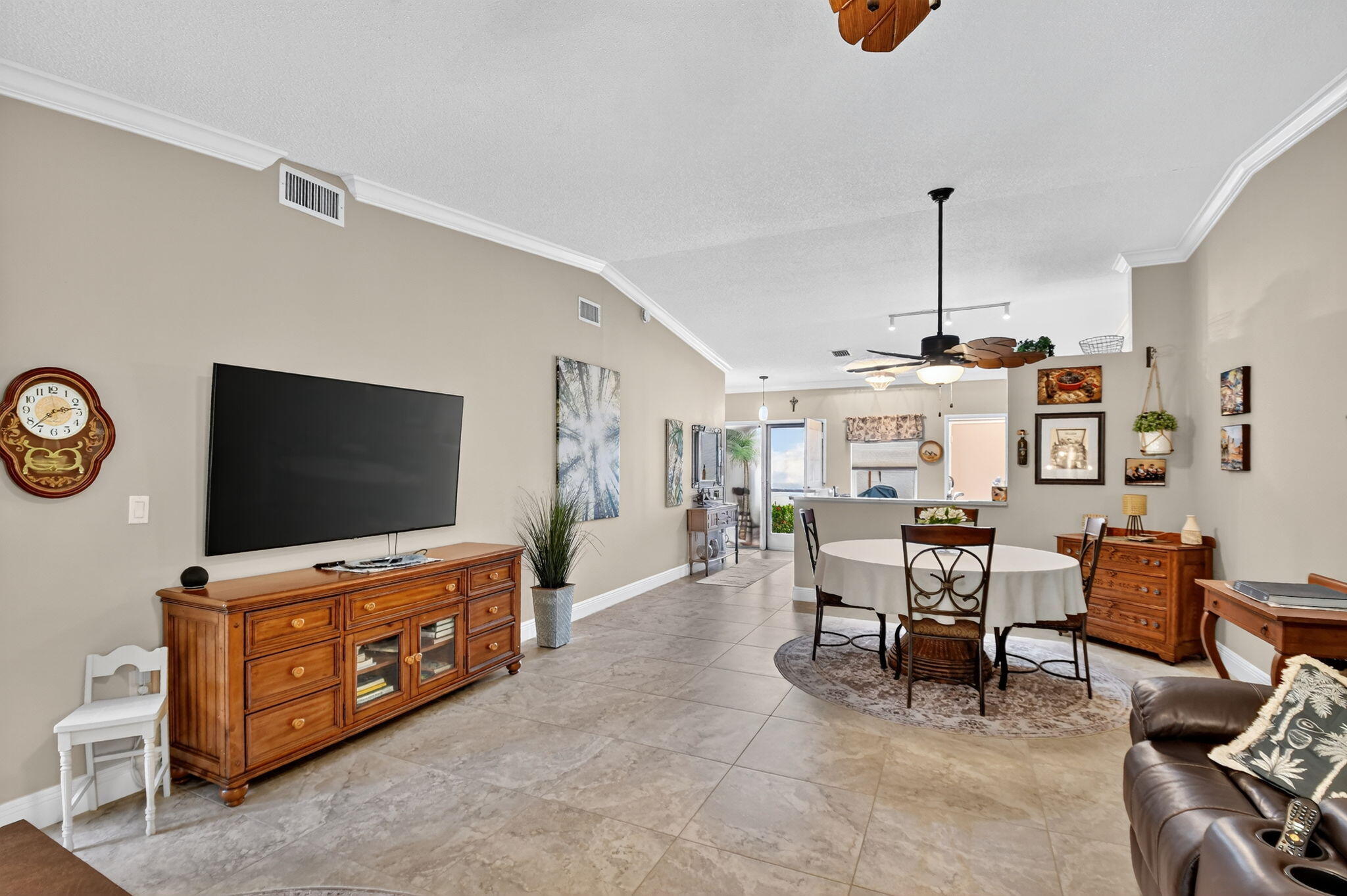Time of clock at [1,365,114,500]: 2:37
